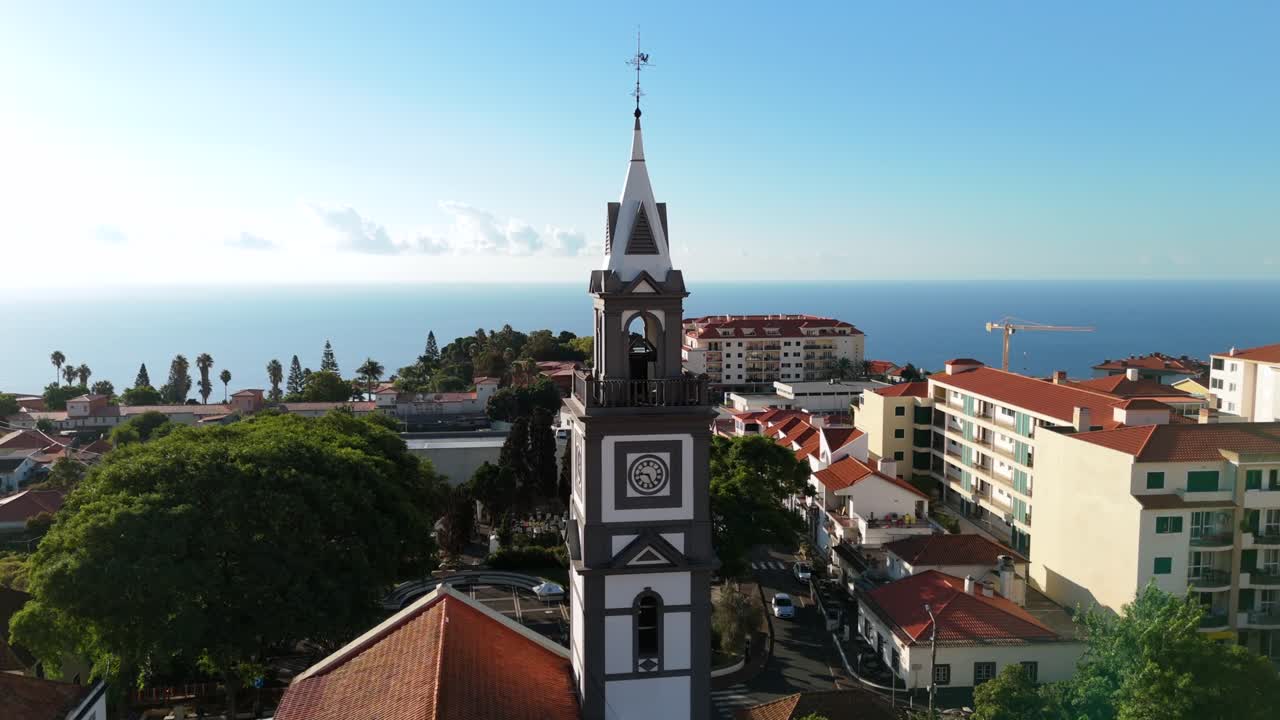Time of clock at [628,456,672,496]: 9:25
